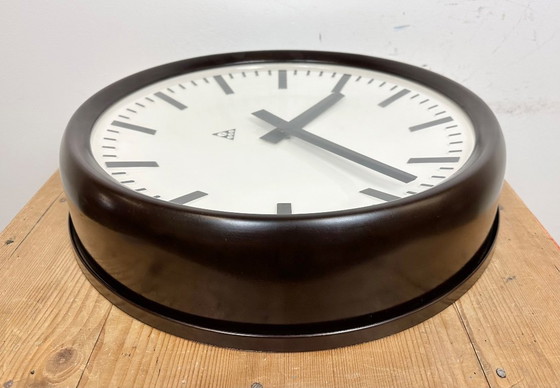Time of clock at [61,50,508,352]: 1:22
